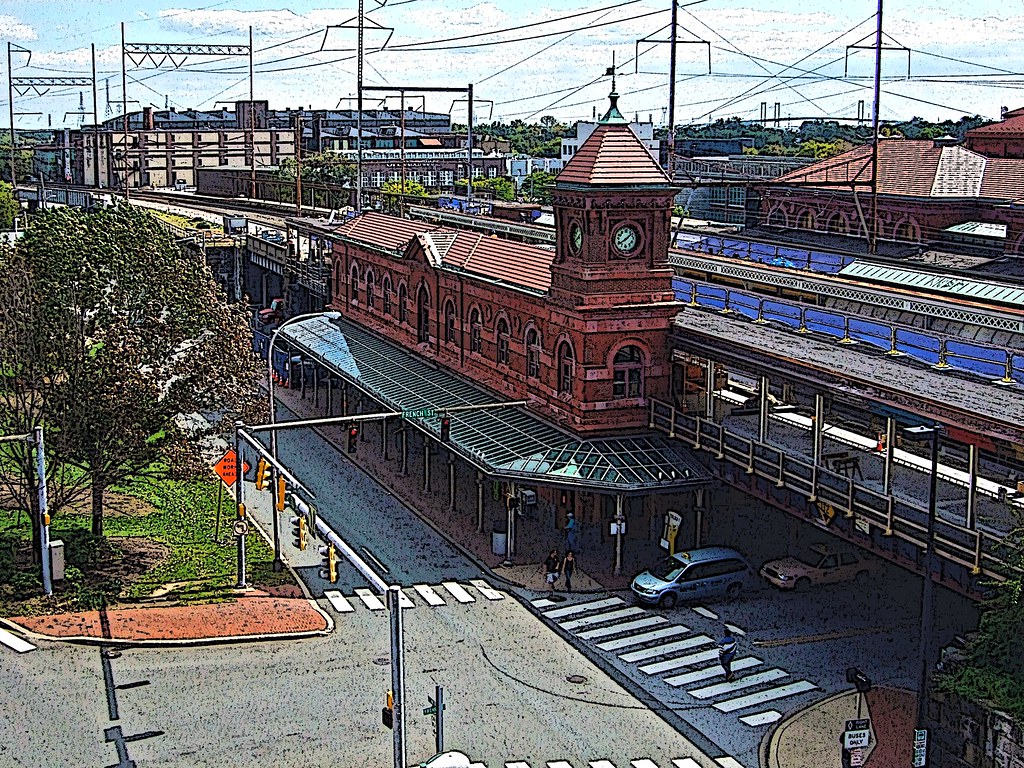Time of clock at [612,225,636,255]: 1:39
